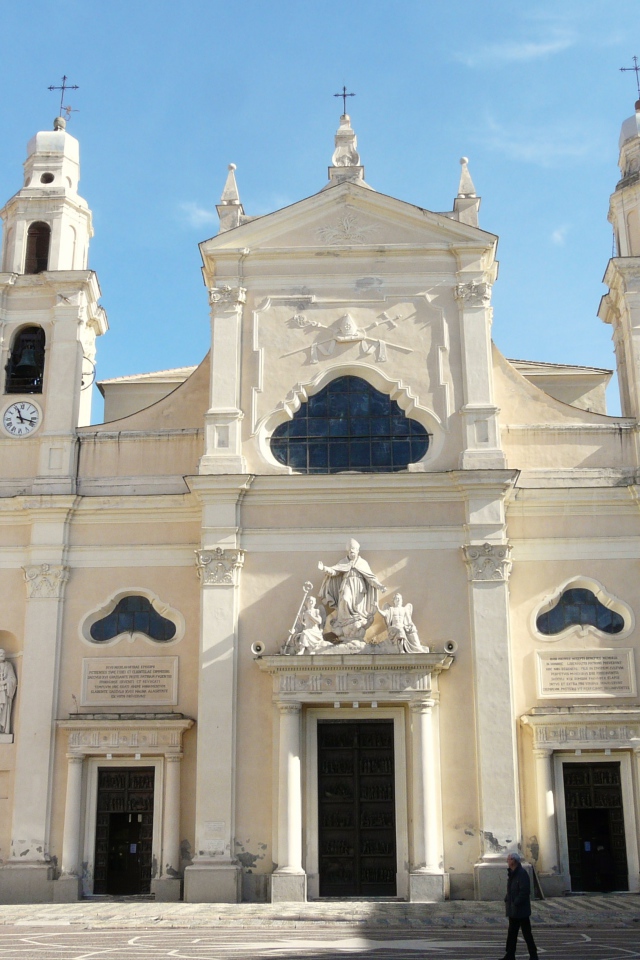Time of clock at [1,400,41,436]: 11:17
